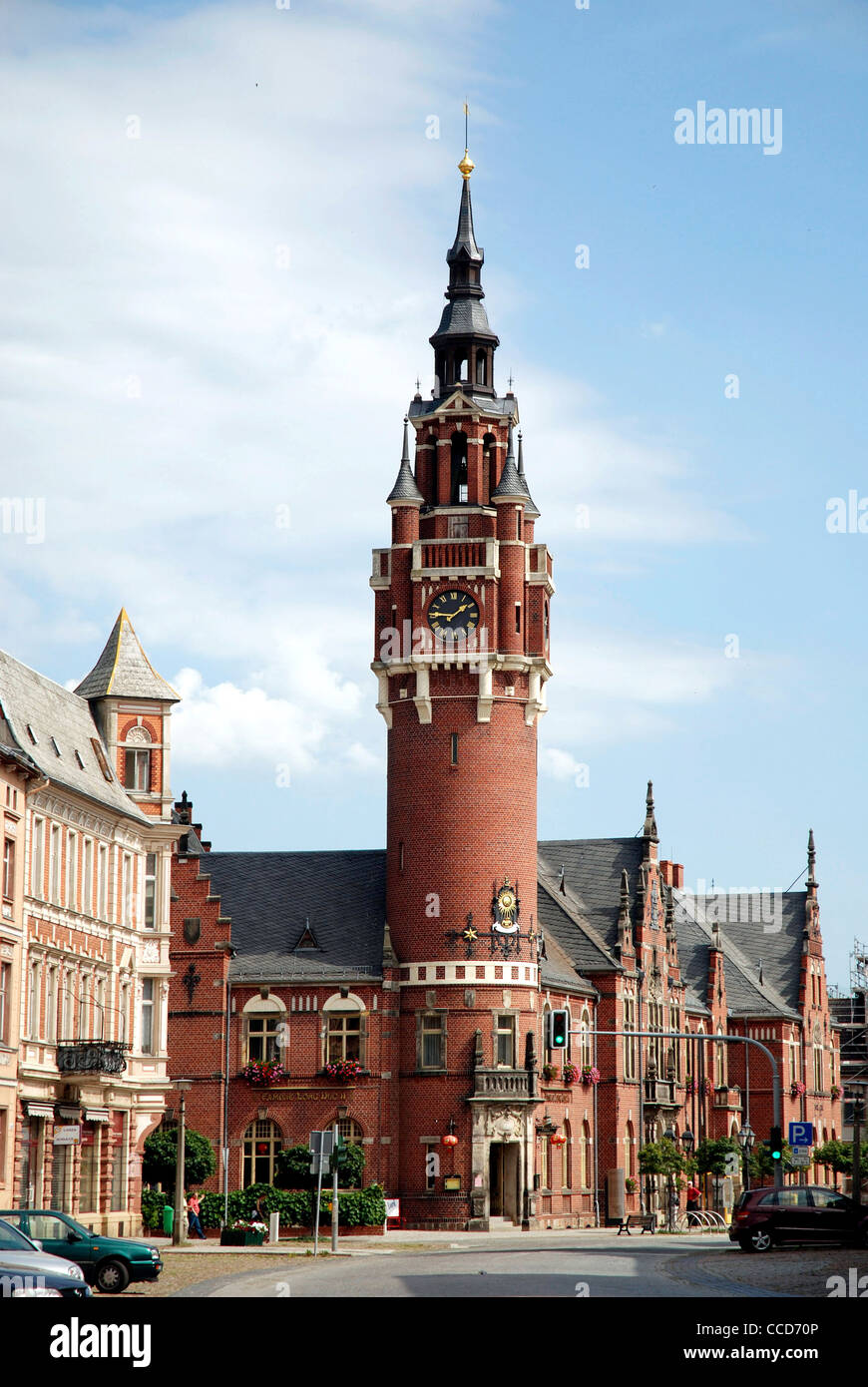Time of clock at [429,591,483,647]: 1:46
